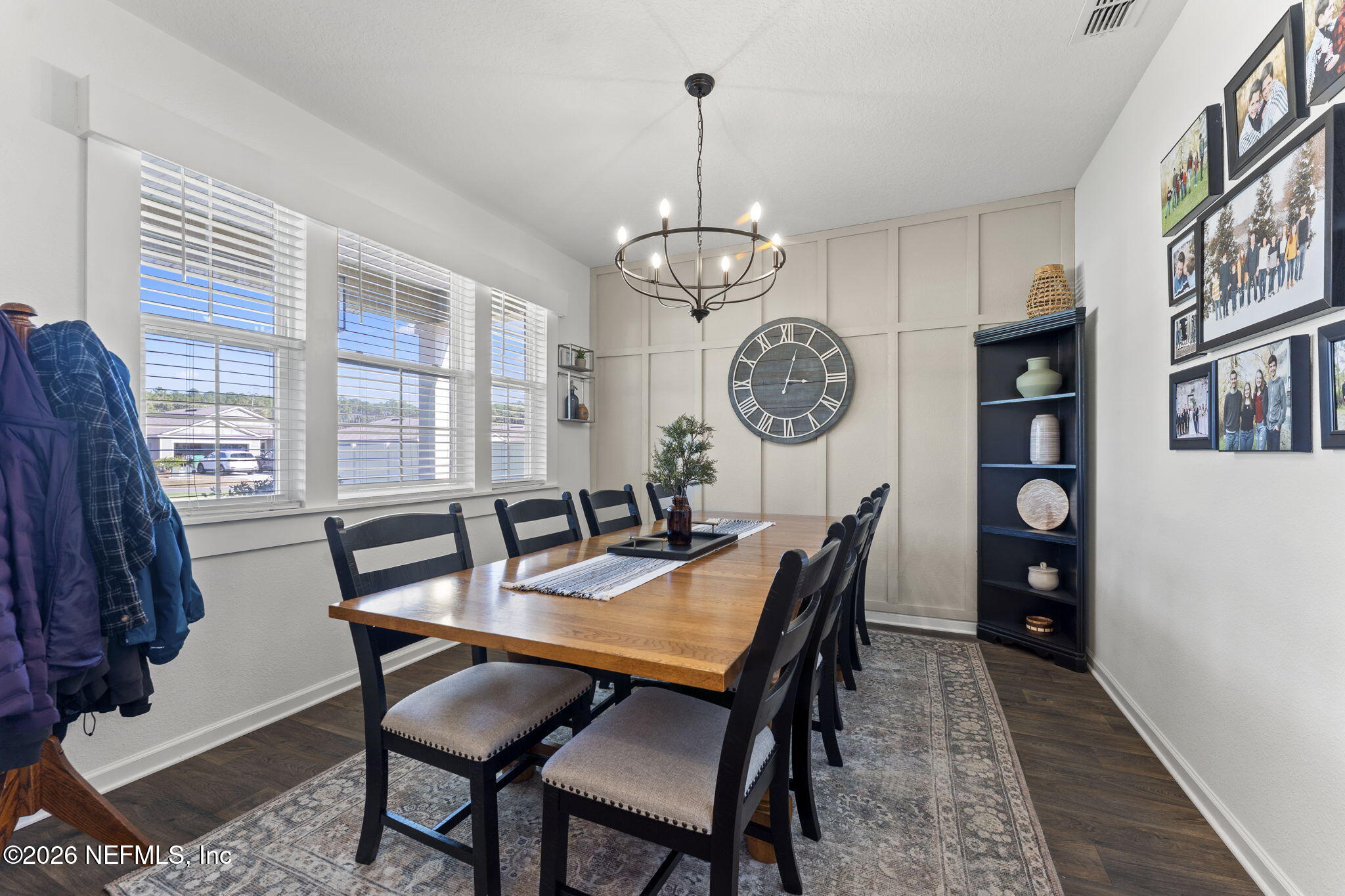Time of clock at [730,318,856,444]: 3:02
